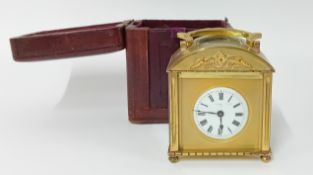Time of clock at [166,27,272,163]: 5:45
